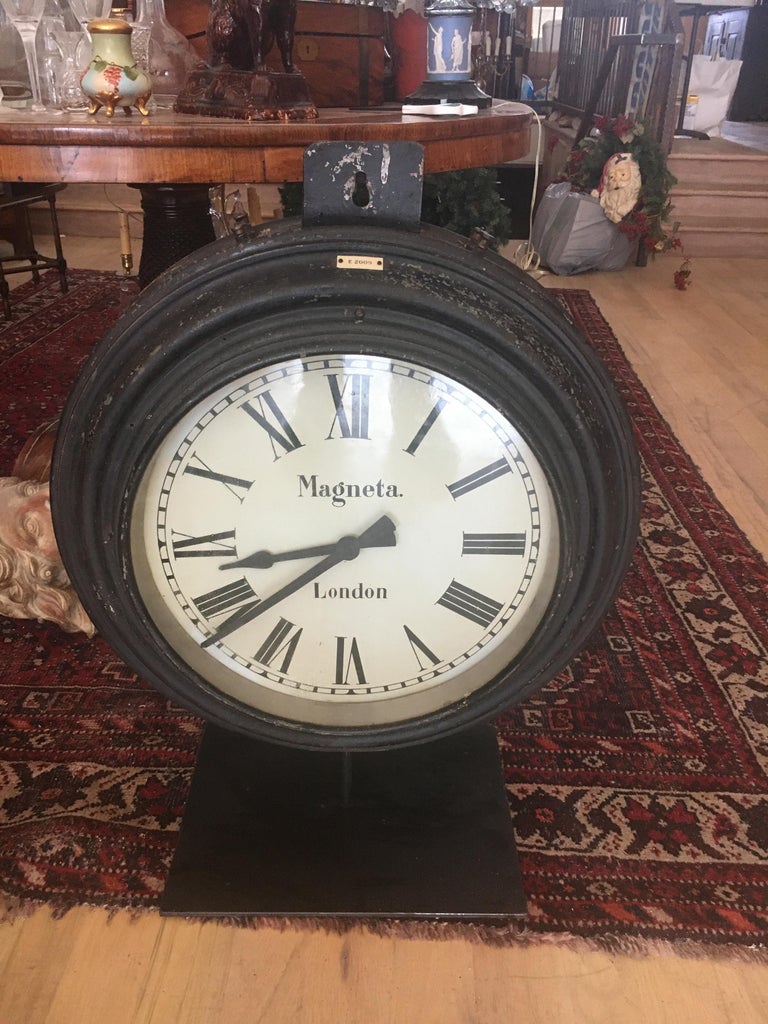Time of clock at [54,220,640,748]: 8:38
